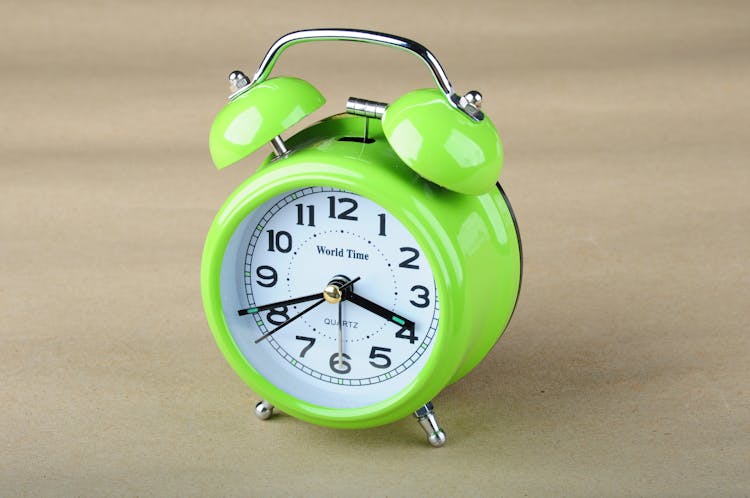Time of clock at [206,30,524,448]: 3:41
